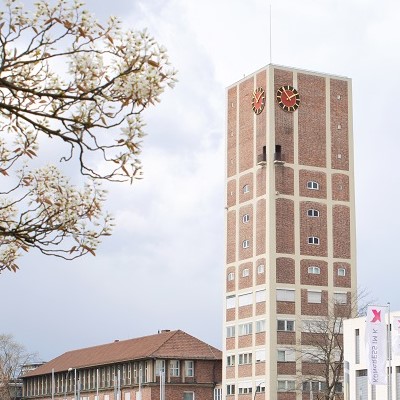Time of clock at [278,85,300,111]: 1:54
